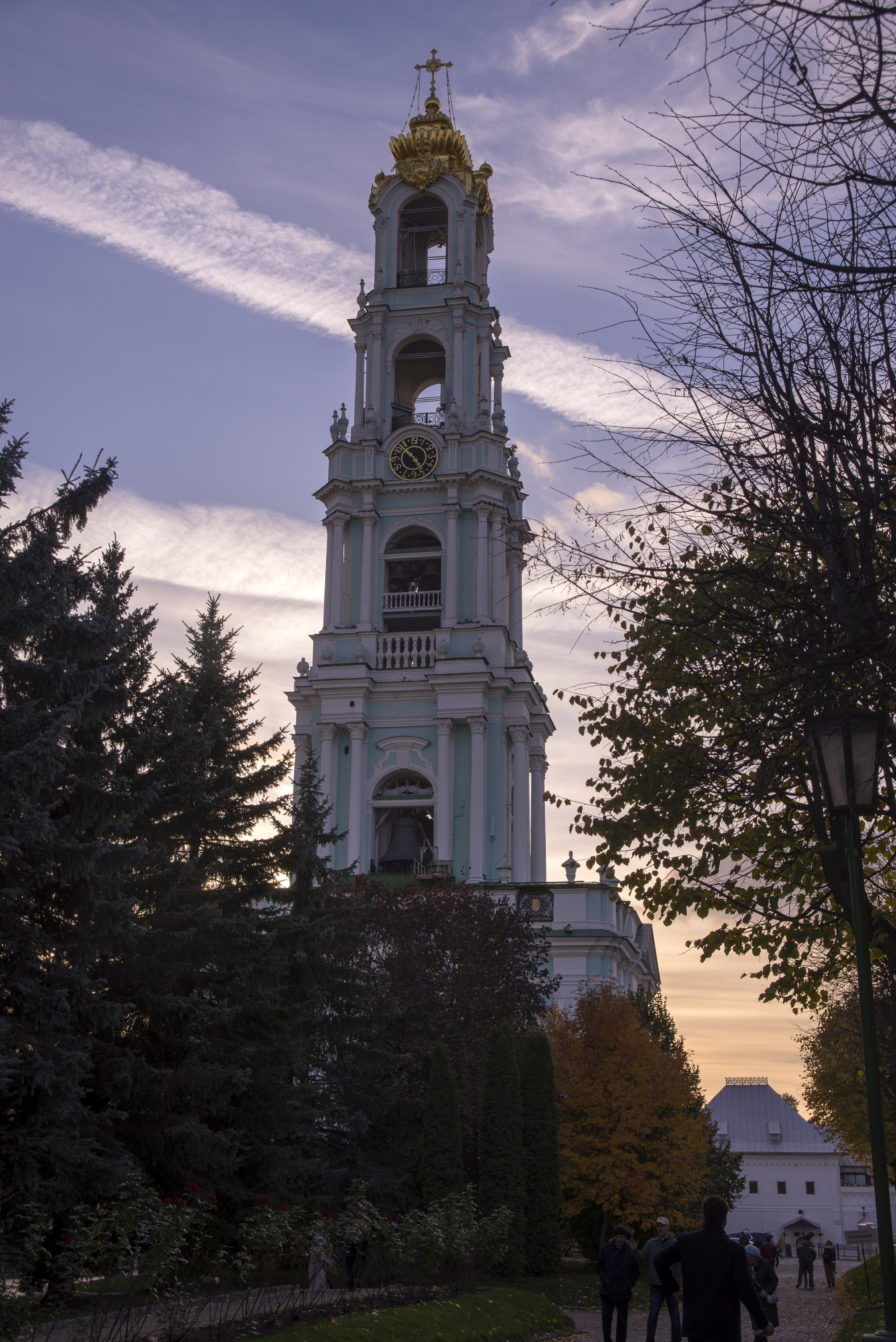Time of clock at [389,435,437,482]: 4:52
